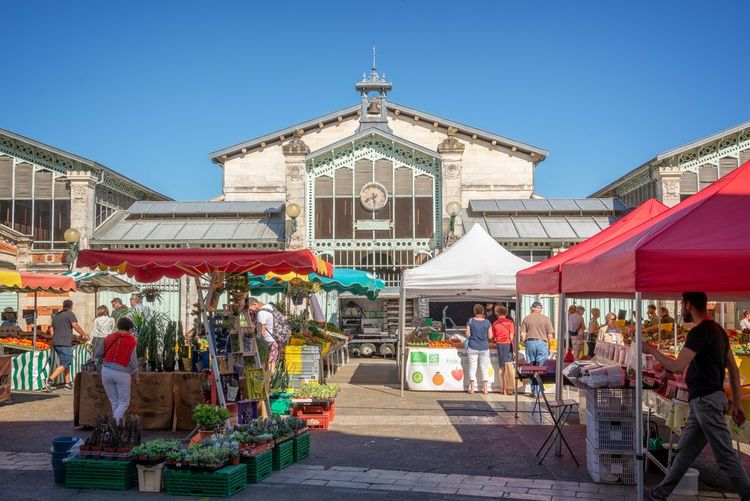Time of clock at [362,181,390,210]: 5:40
